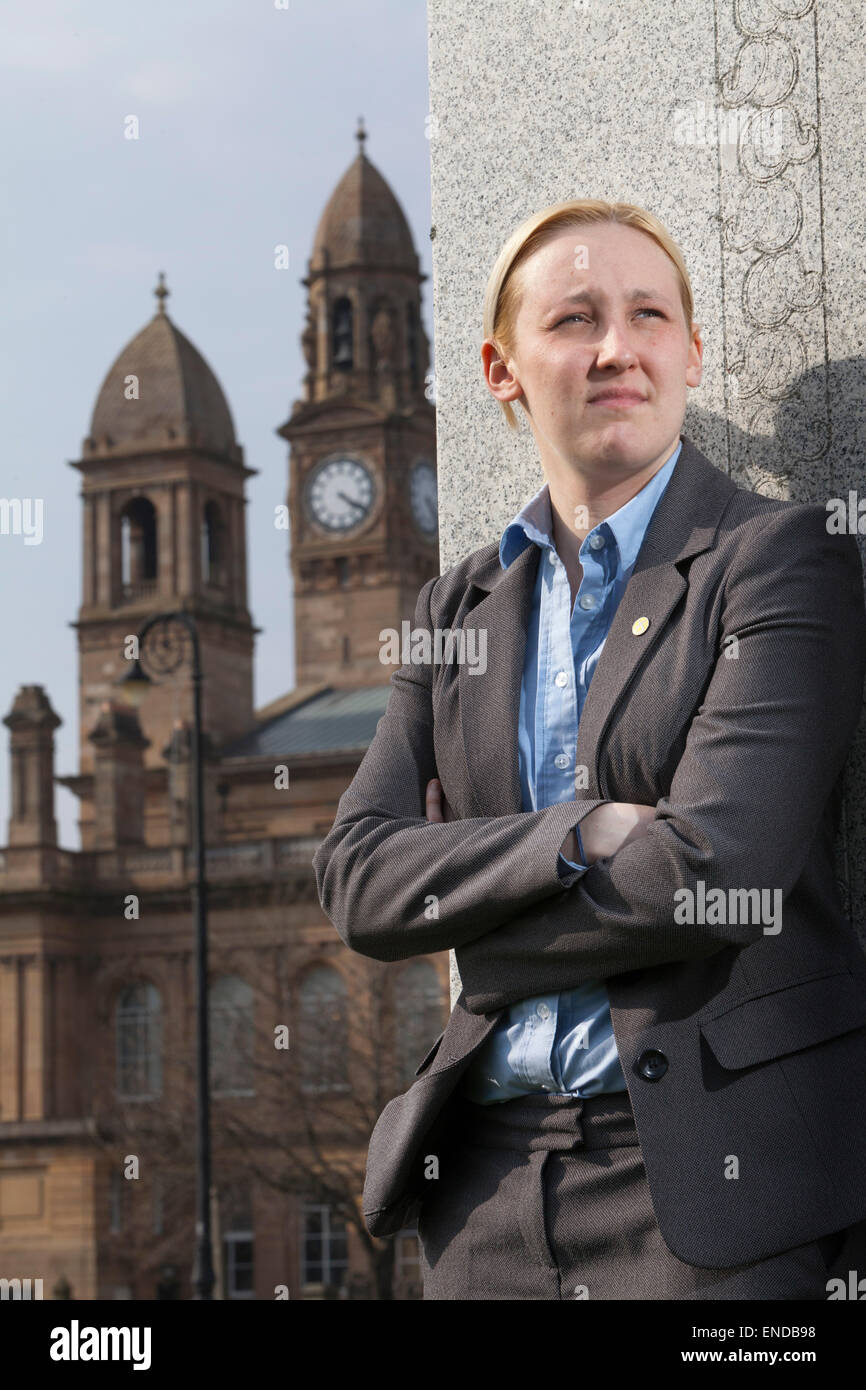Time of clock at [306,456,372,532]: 4:20
